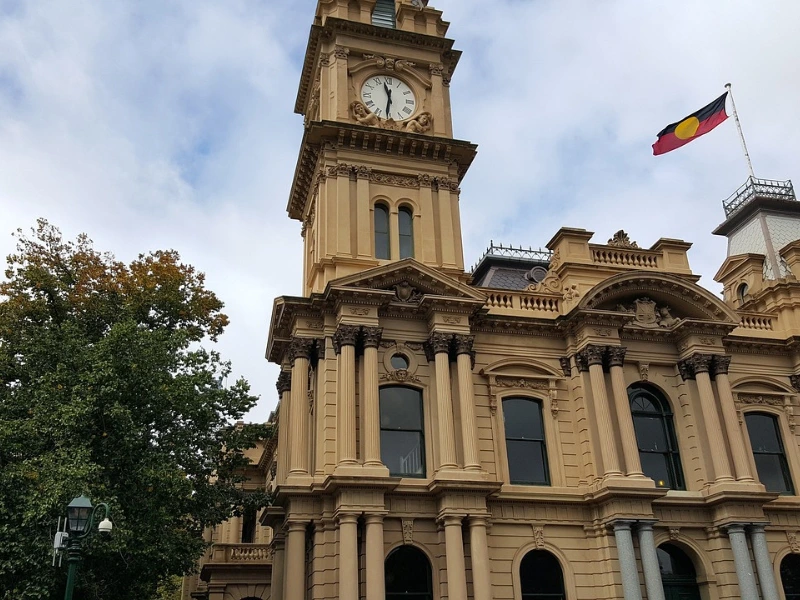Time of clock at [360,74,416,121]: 11:31
